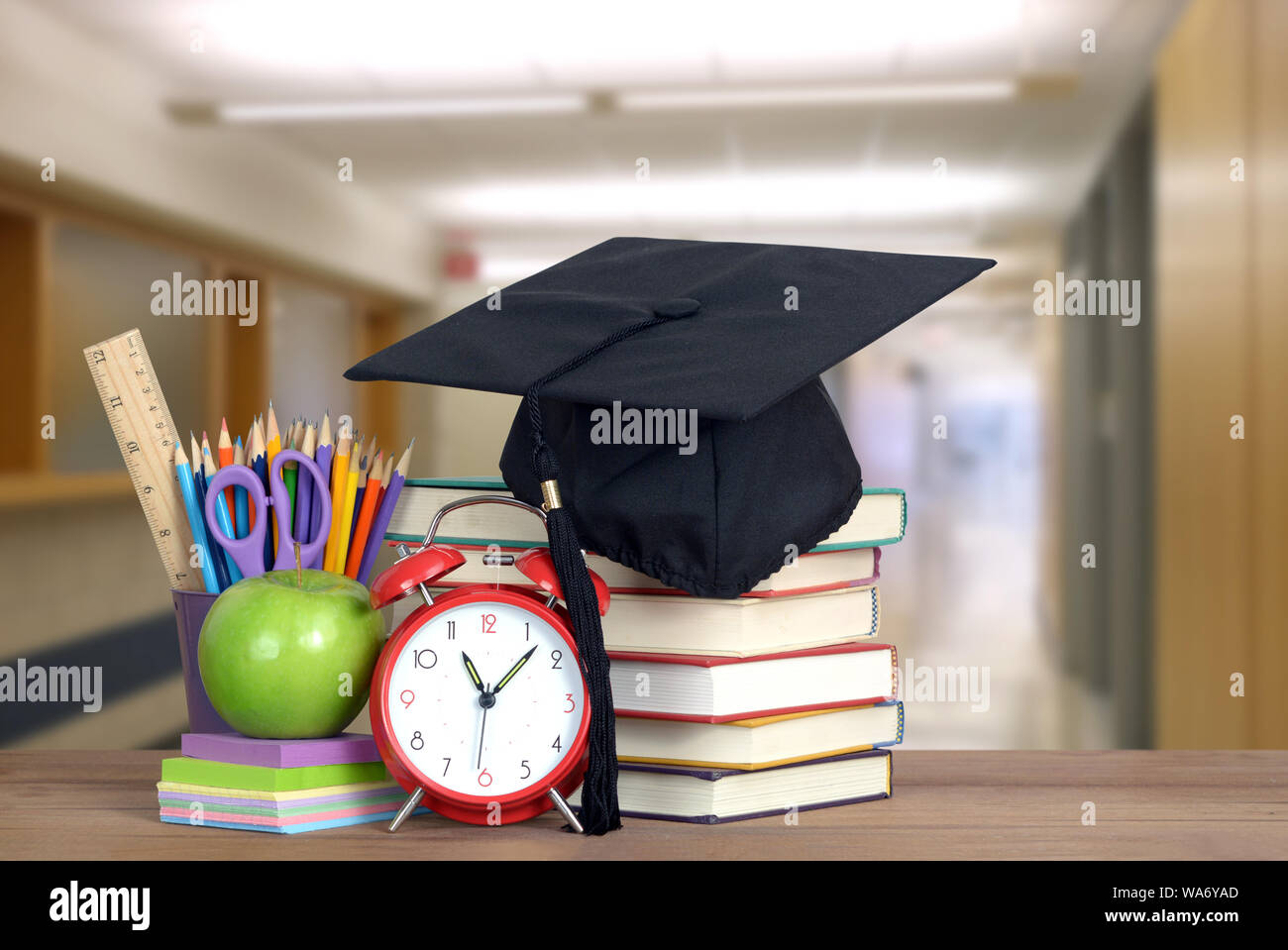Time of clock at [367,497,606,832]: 11:07
